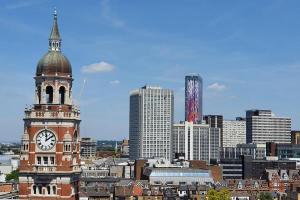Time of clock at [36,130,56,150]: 12:09
